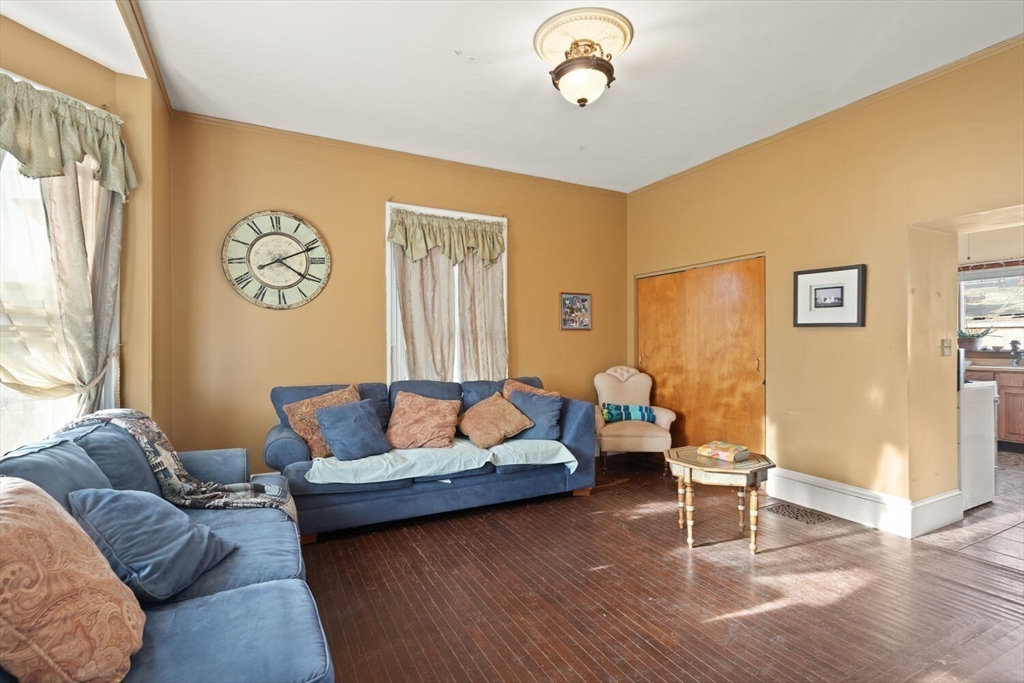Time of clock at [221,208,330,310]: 4:11
